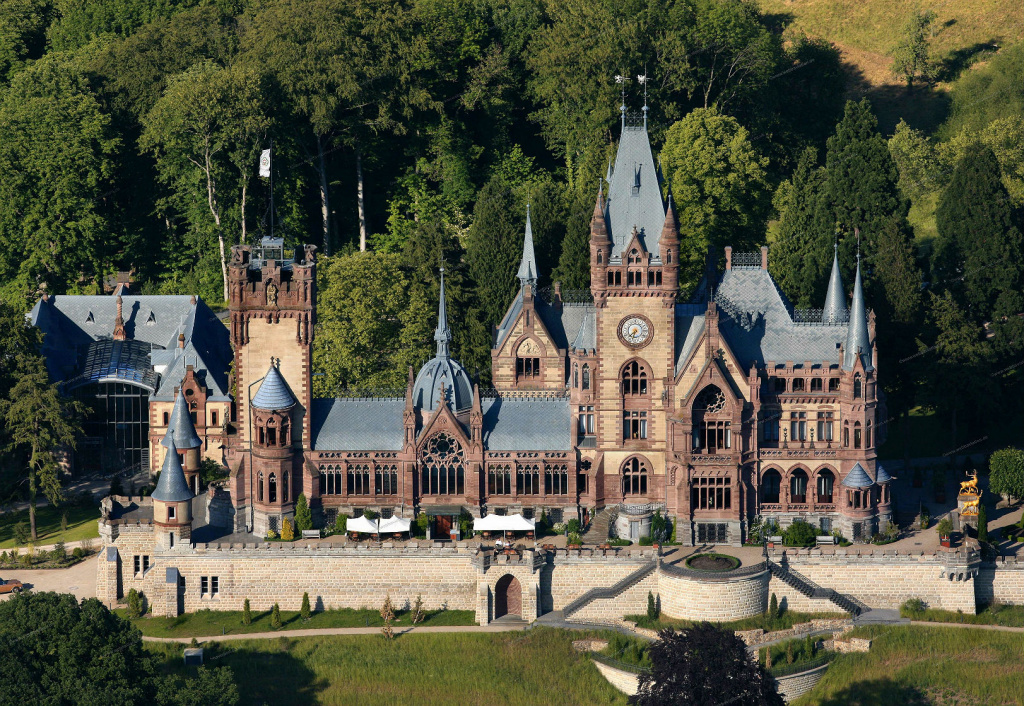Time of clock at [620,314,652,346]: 6:37
